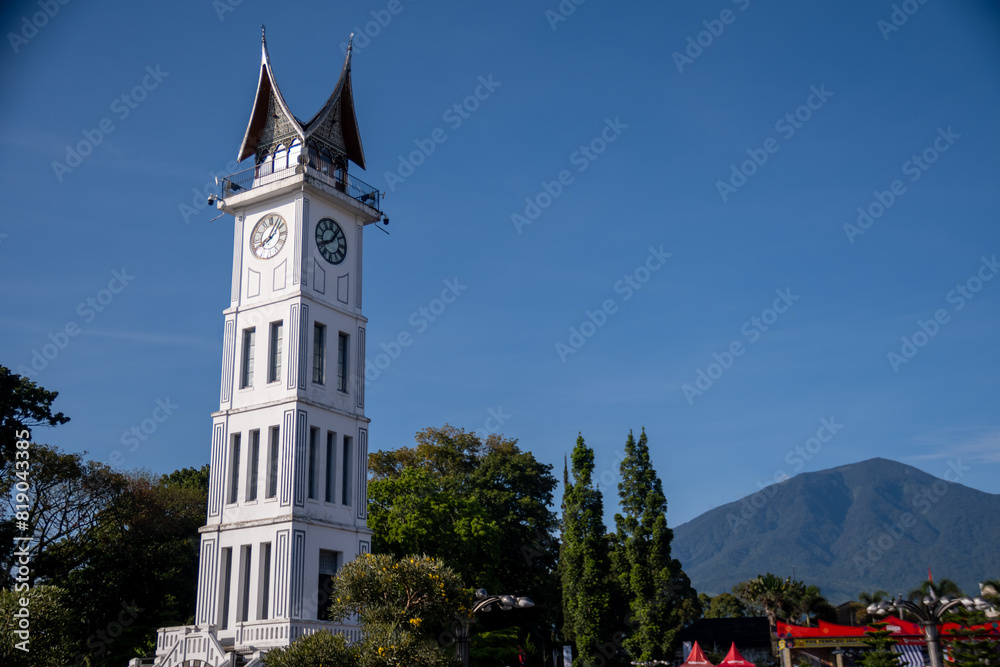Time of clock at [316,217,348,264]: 8:06
